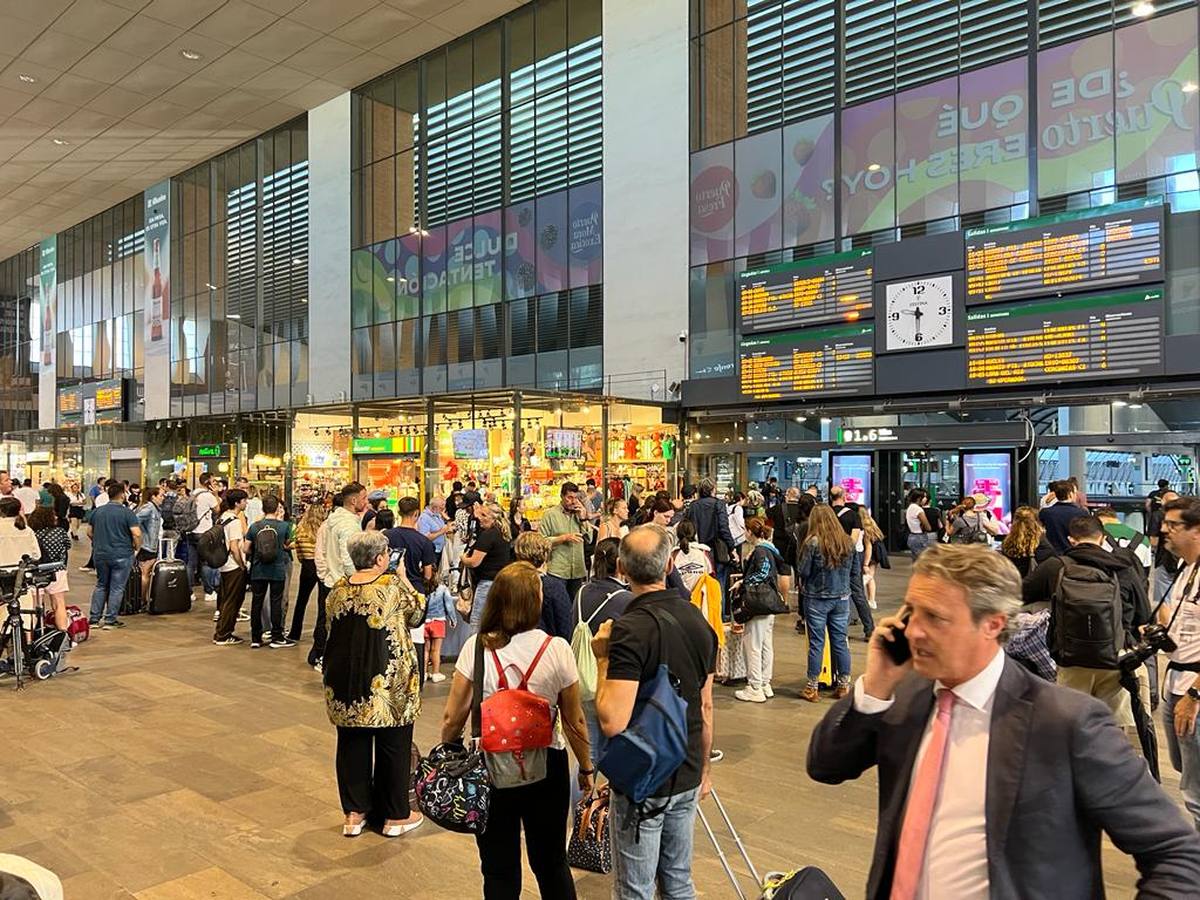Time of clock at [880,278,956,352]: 9:30
